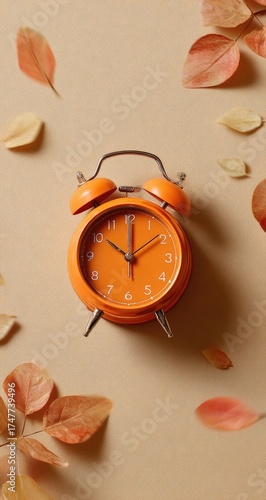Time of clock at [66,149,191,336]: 10:00
